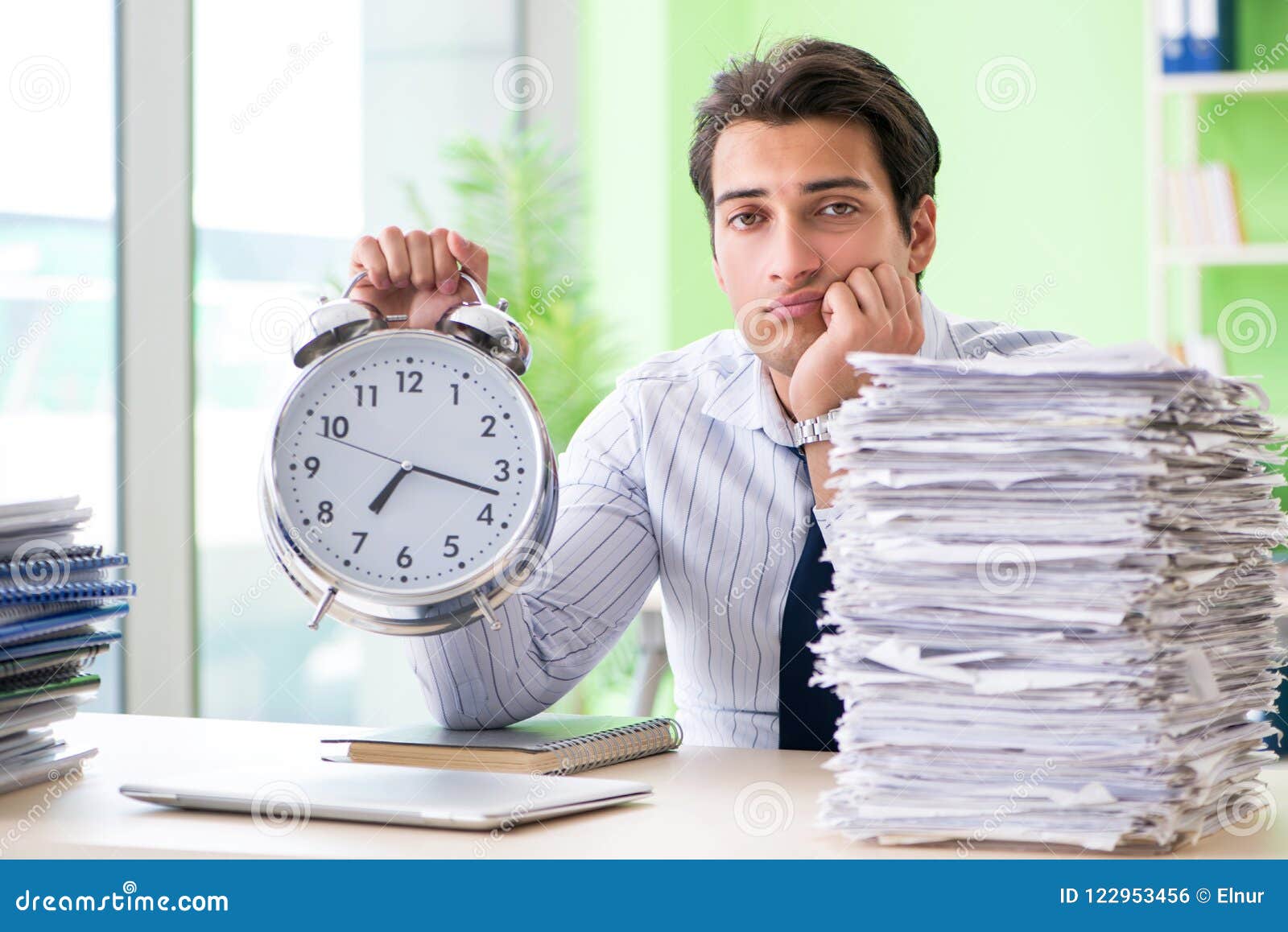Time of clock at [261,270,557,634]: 7:17
